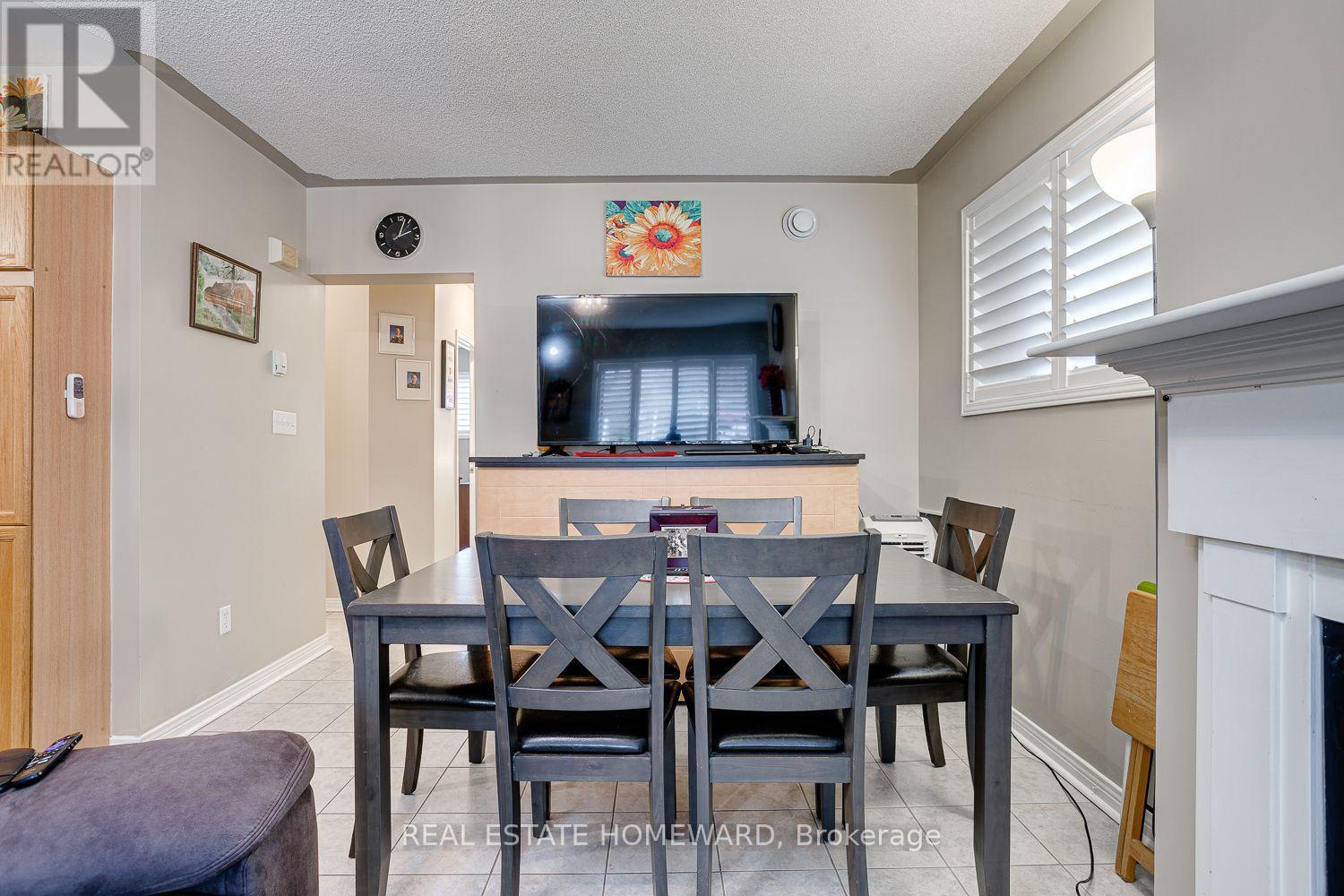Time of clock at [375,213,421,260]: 2:02
